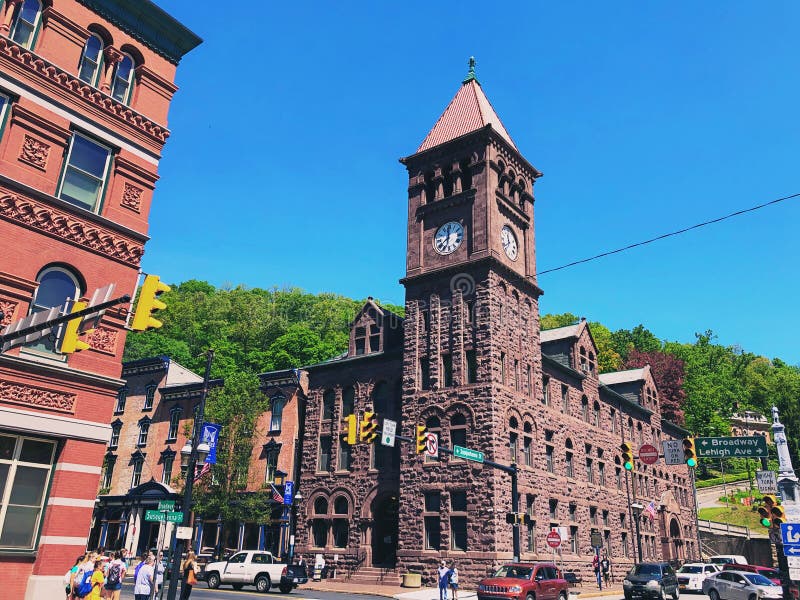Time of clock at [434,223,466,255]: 11:37
